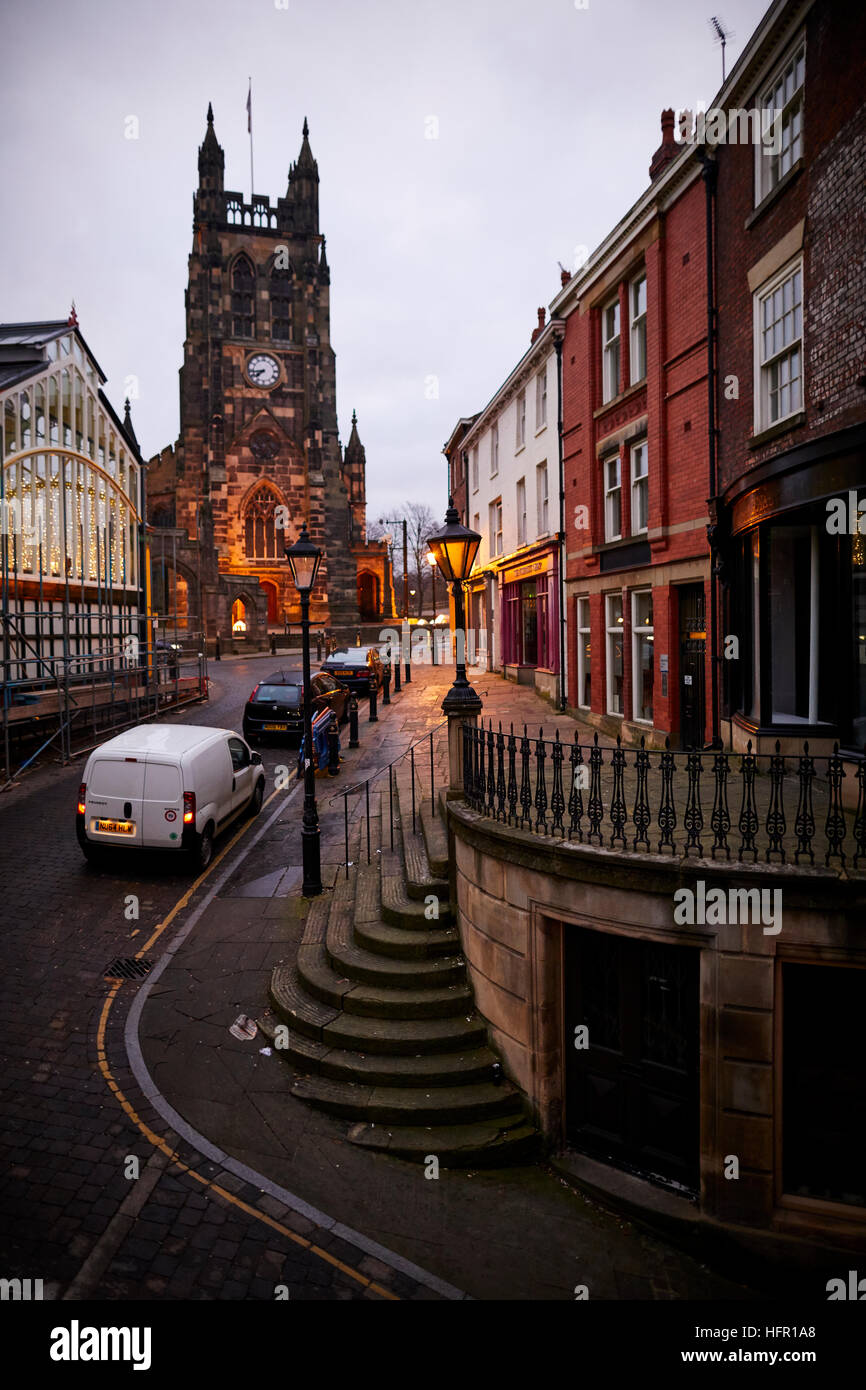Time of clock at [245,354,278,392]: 7:43
